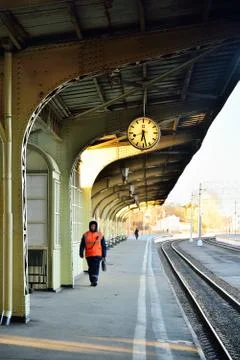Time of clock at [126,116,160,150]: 6:27
